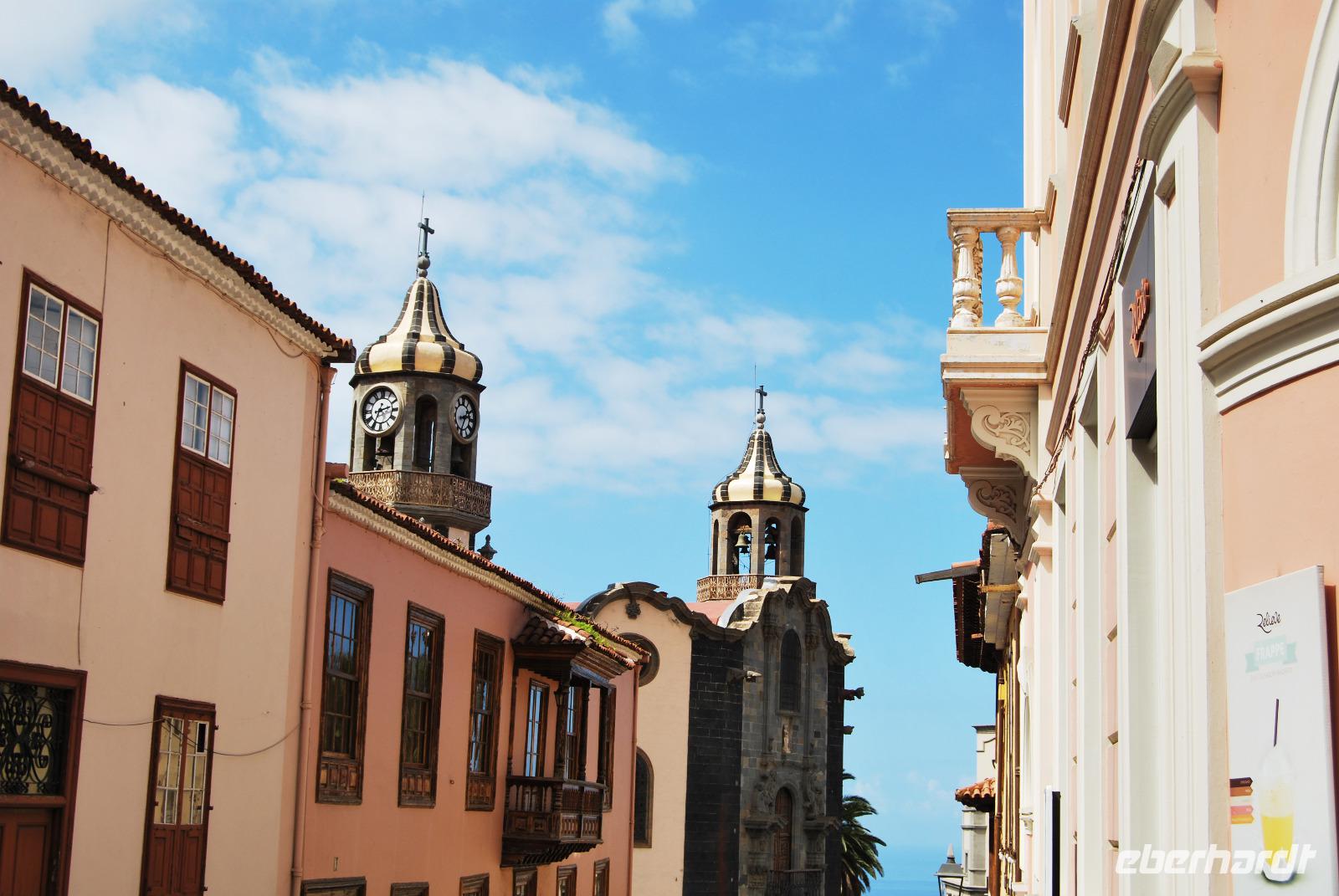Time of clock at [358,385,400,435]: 2:34
